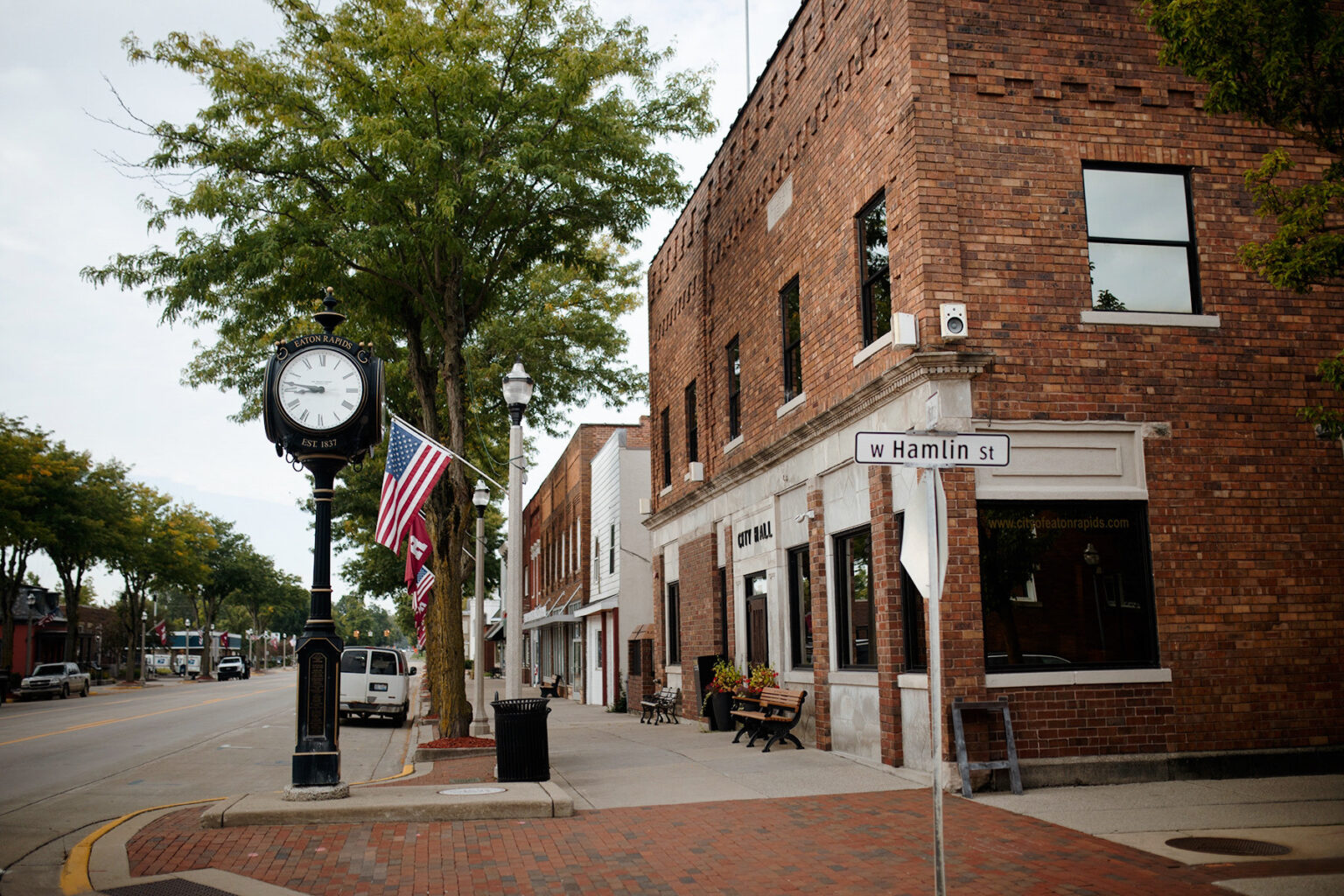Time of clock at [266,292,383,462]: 8:46
